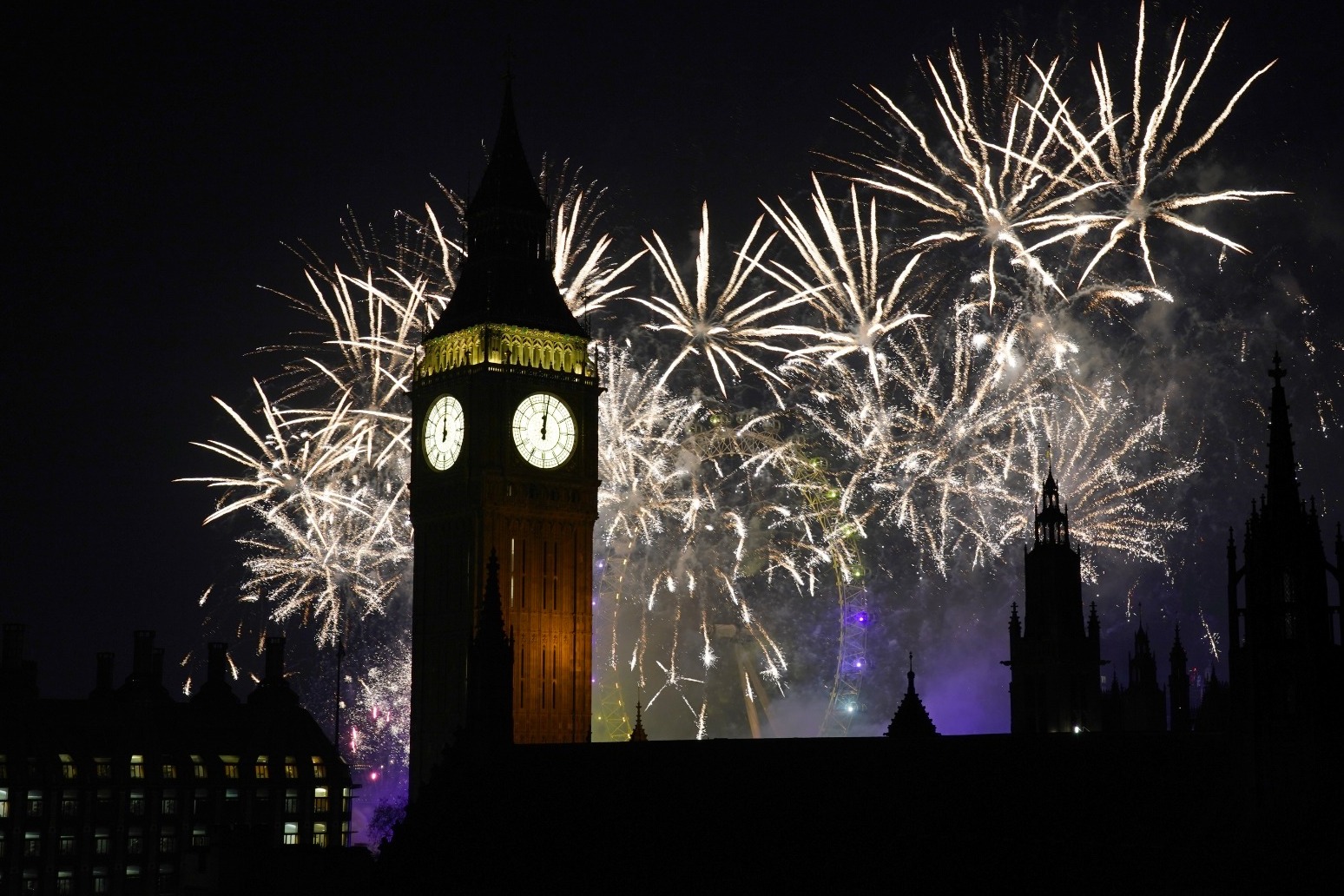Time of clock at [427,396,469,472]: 12:00
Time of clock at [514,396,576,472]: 12:01
